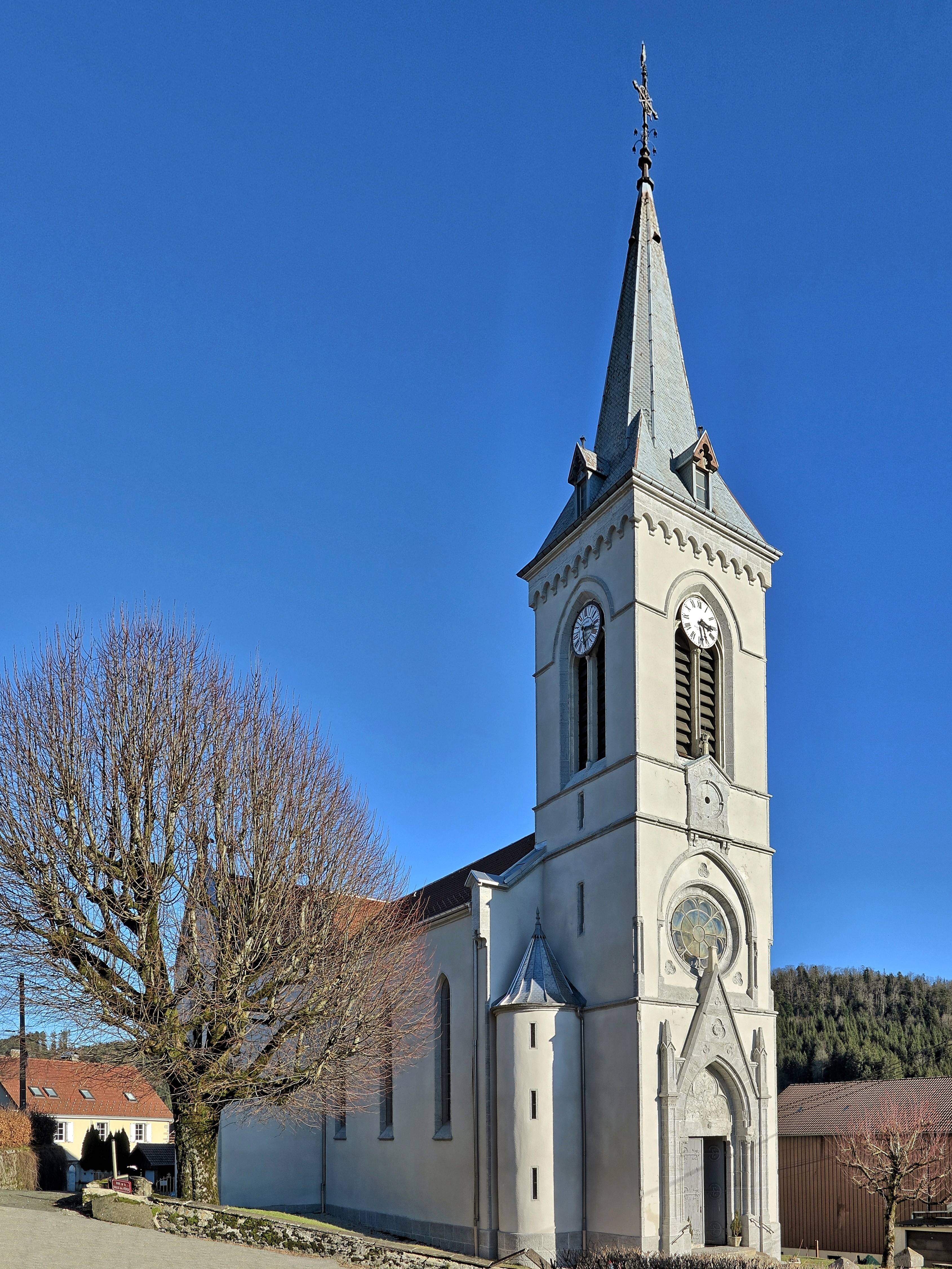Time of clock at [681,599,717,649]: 3:28
